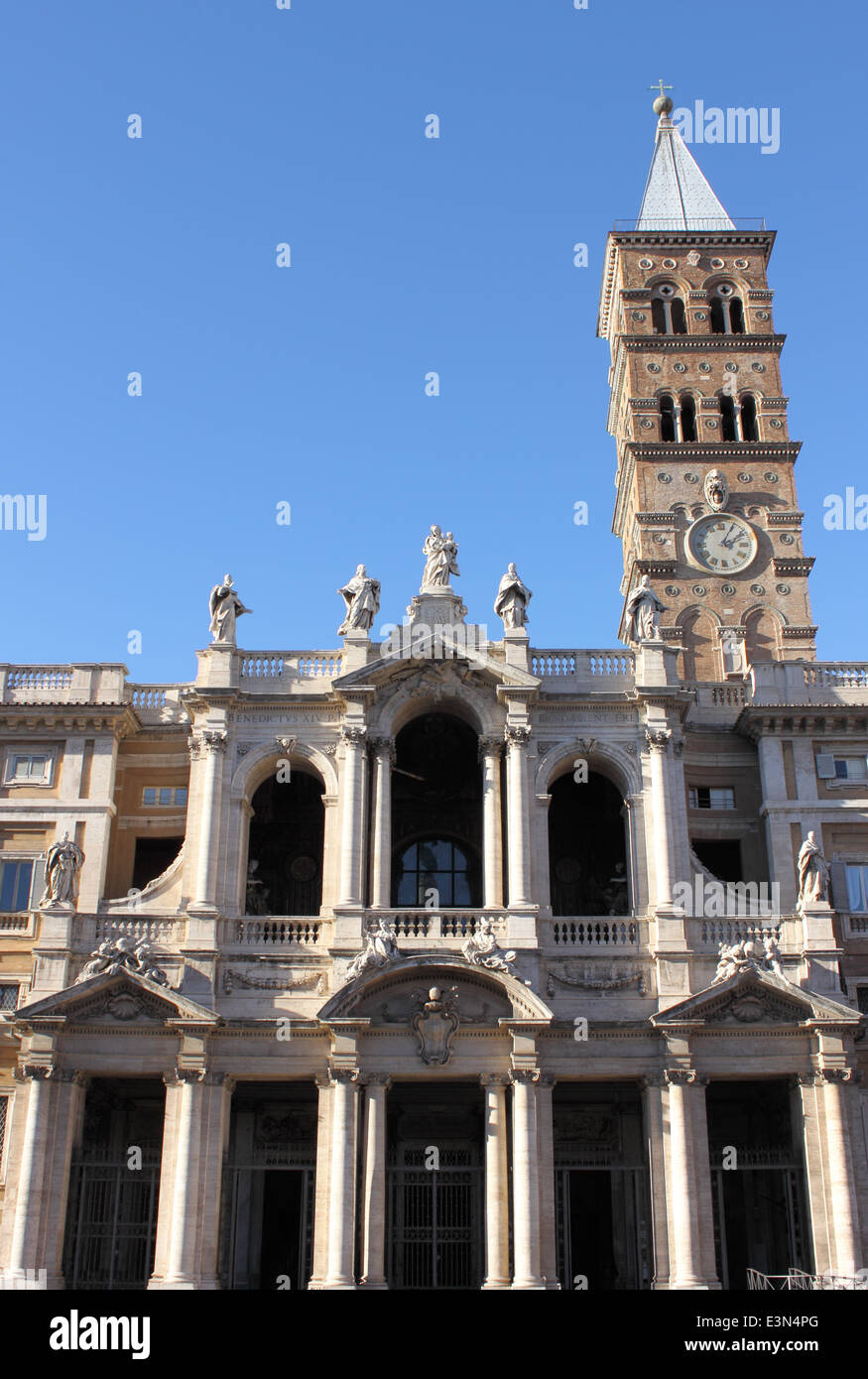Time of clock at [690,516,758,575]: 2:04
